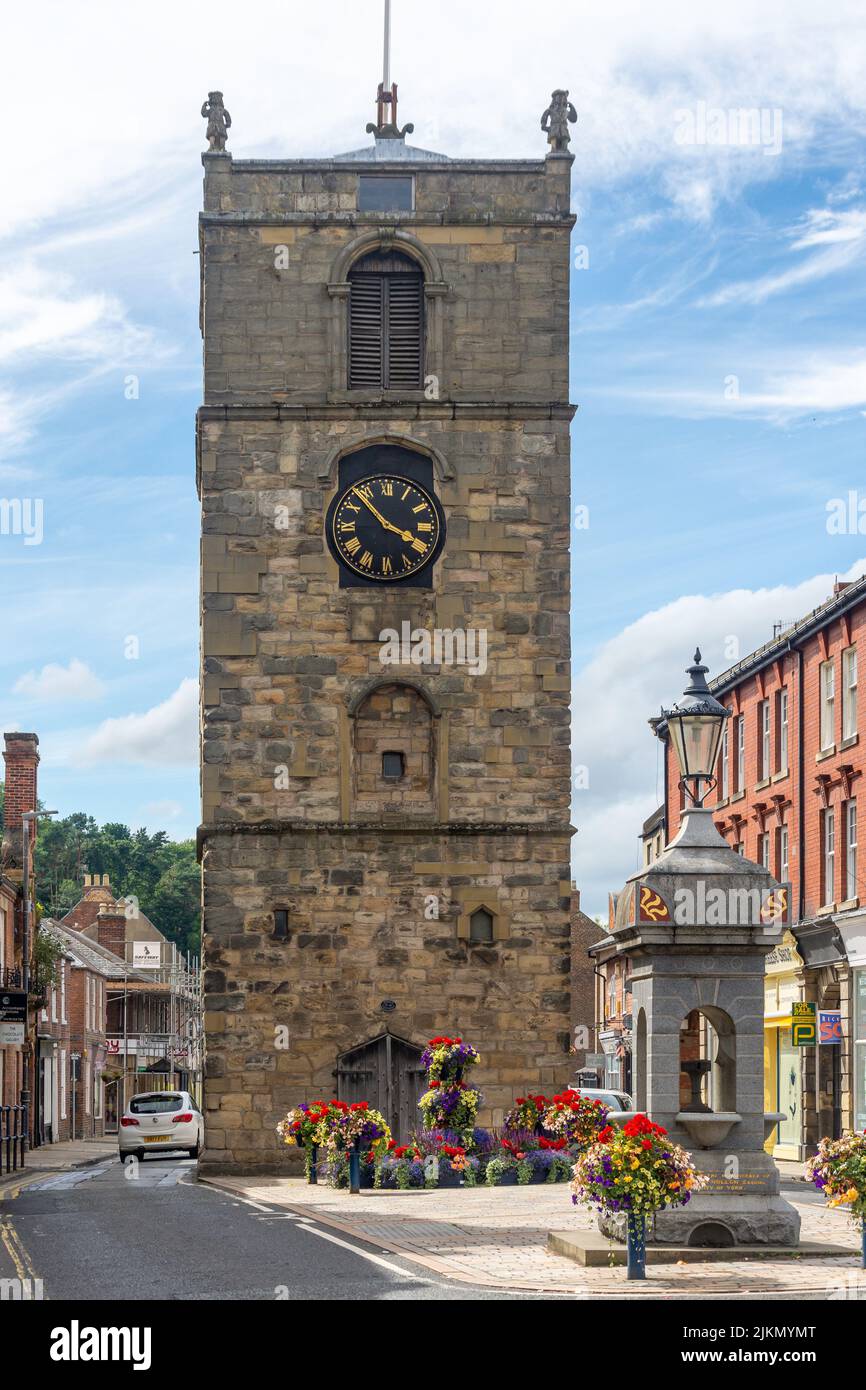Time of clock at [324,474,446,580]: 3:52
